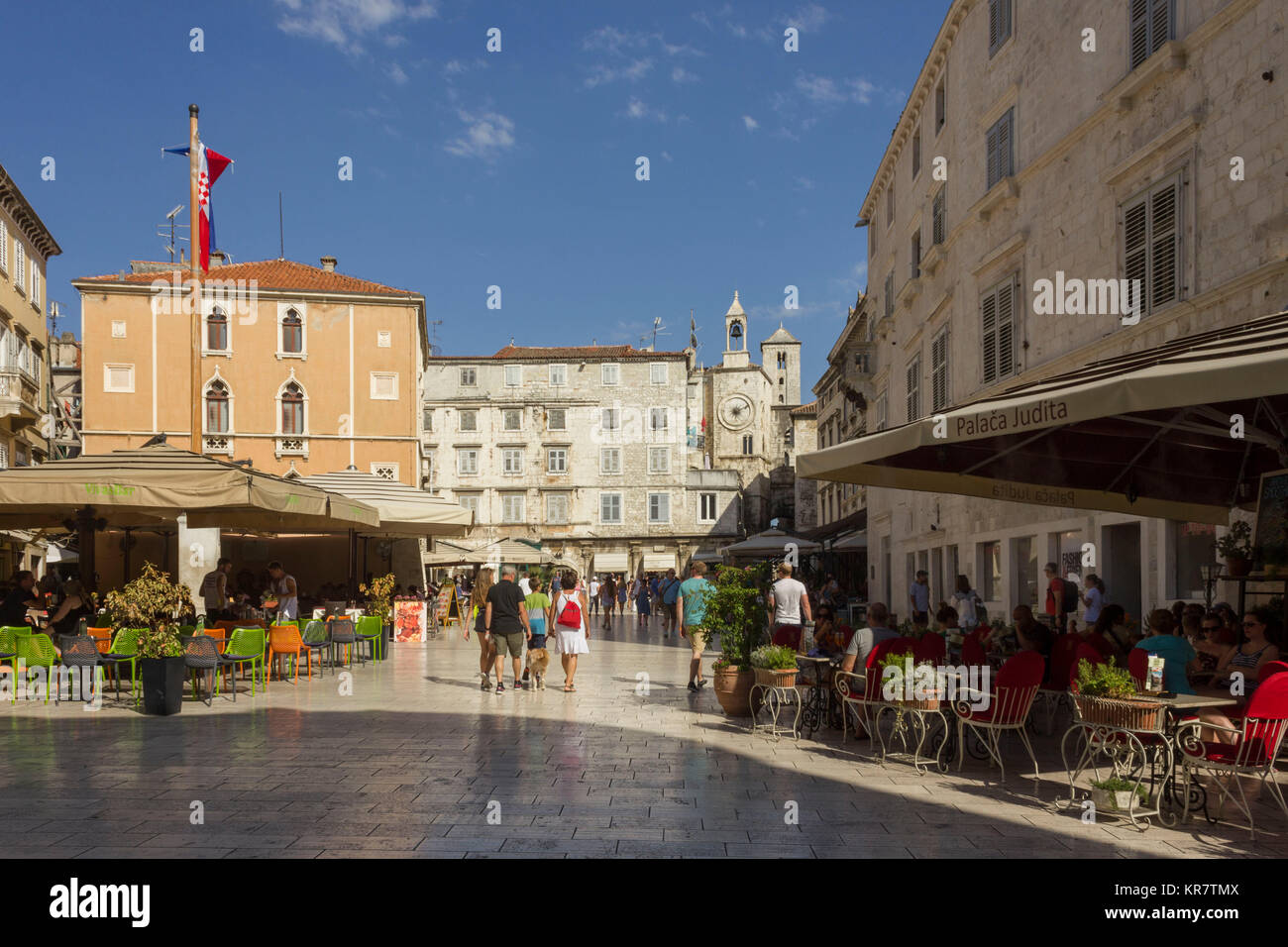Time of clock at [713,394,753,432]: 6:10
